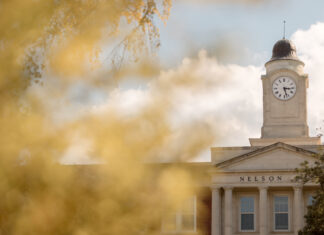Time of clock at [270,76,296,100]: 3:27
